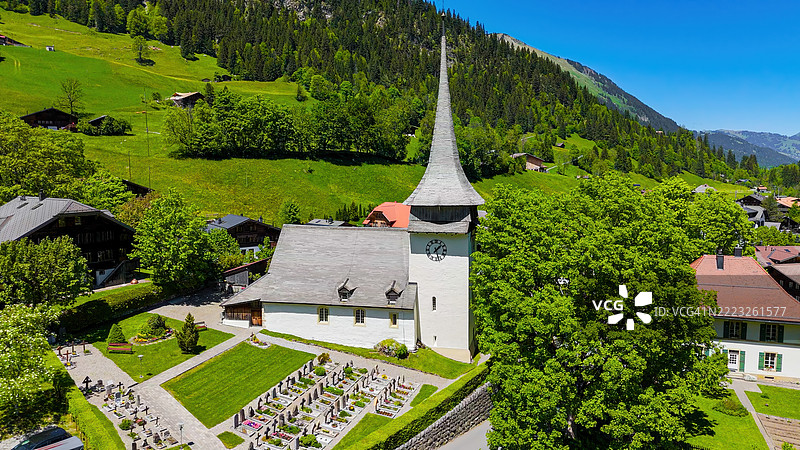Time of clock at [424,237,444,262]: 1:27
